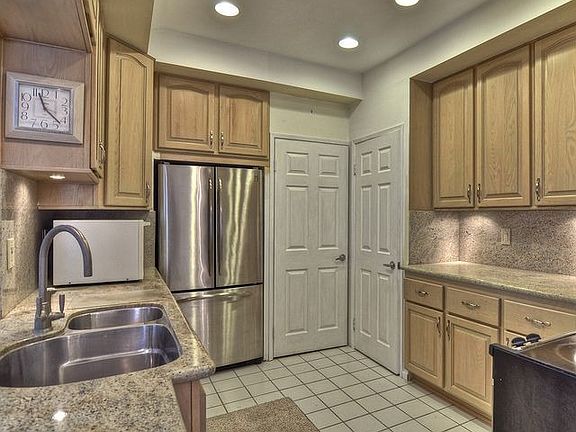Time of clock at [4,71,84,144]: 11:22
